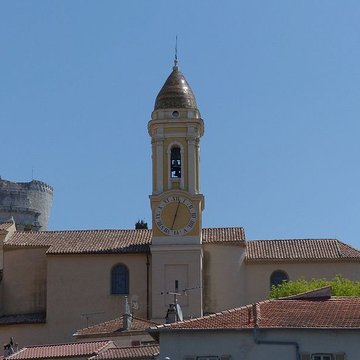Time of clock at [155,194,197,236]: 12:32
